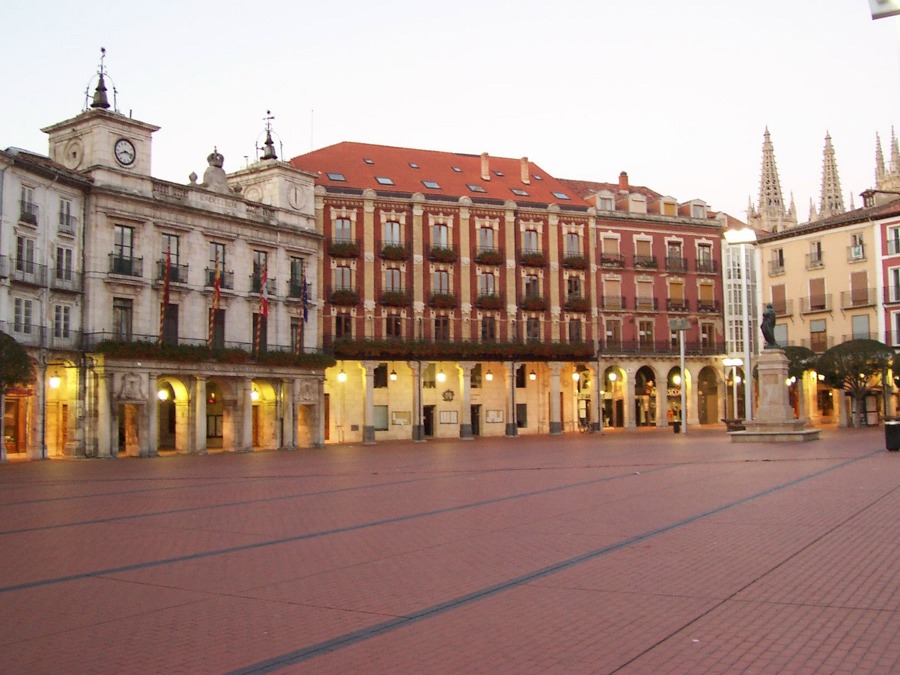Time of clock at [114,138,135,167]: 8:17
